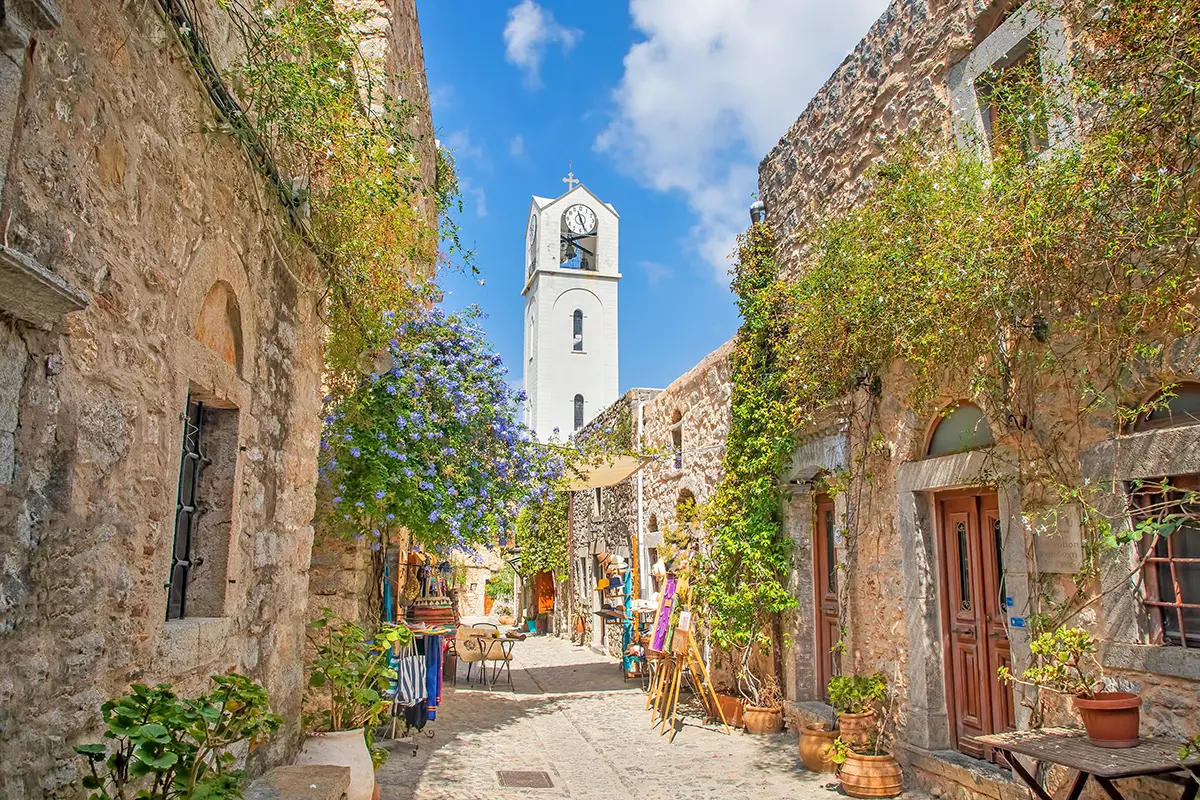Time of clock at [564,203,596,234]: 11:26
